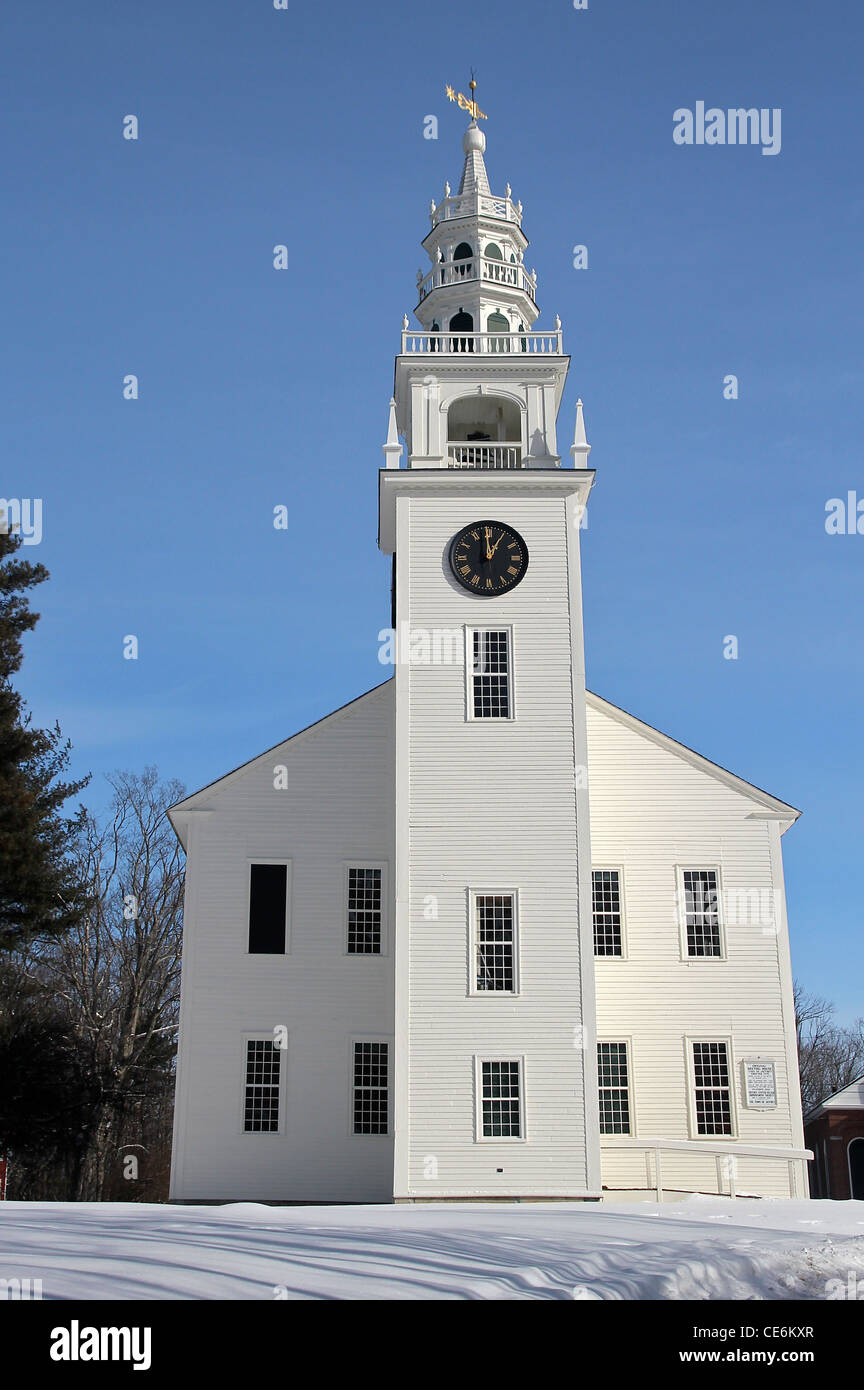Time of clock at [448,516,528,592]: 12:59
